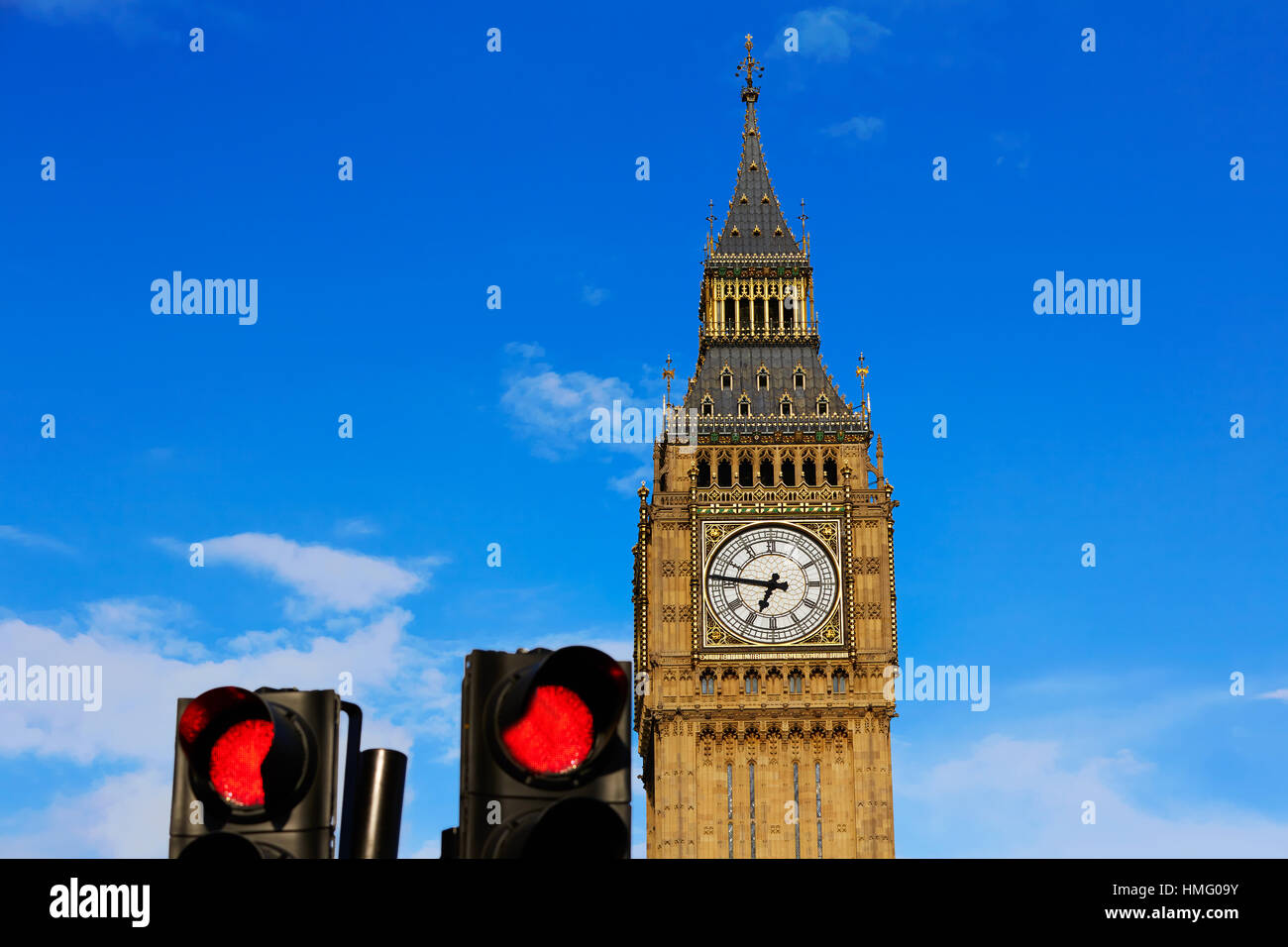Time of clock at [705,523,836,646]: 6:46
